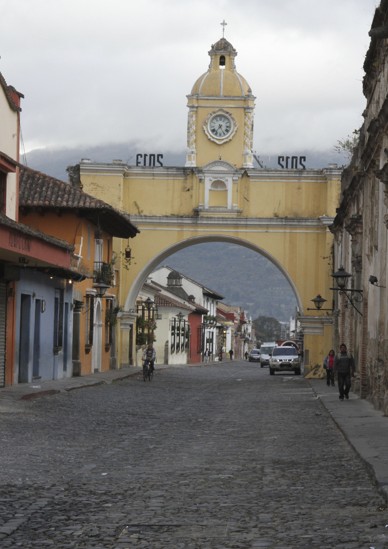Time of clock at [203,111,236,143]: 7:25
